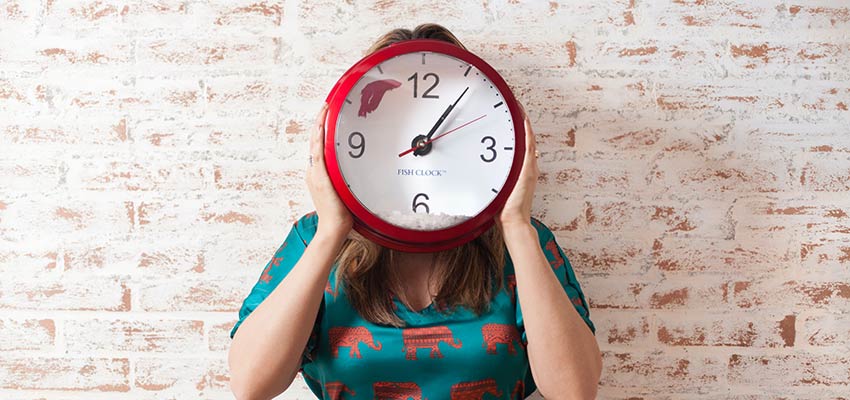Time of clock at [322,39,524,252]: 1:06
